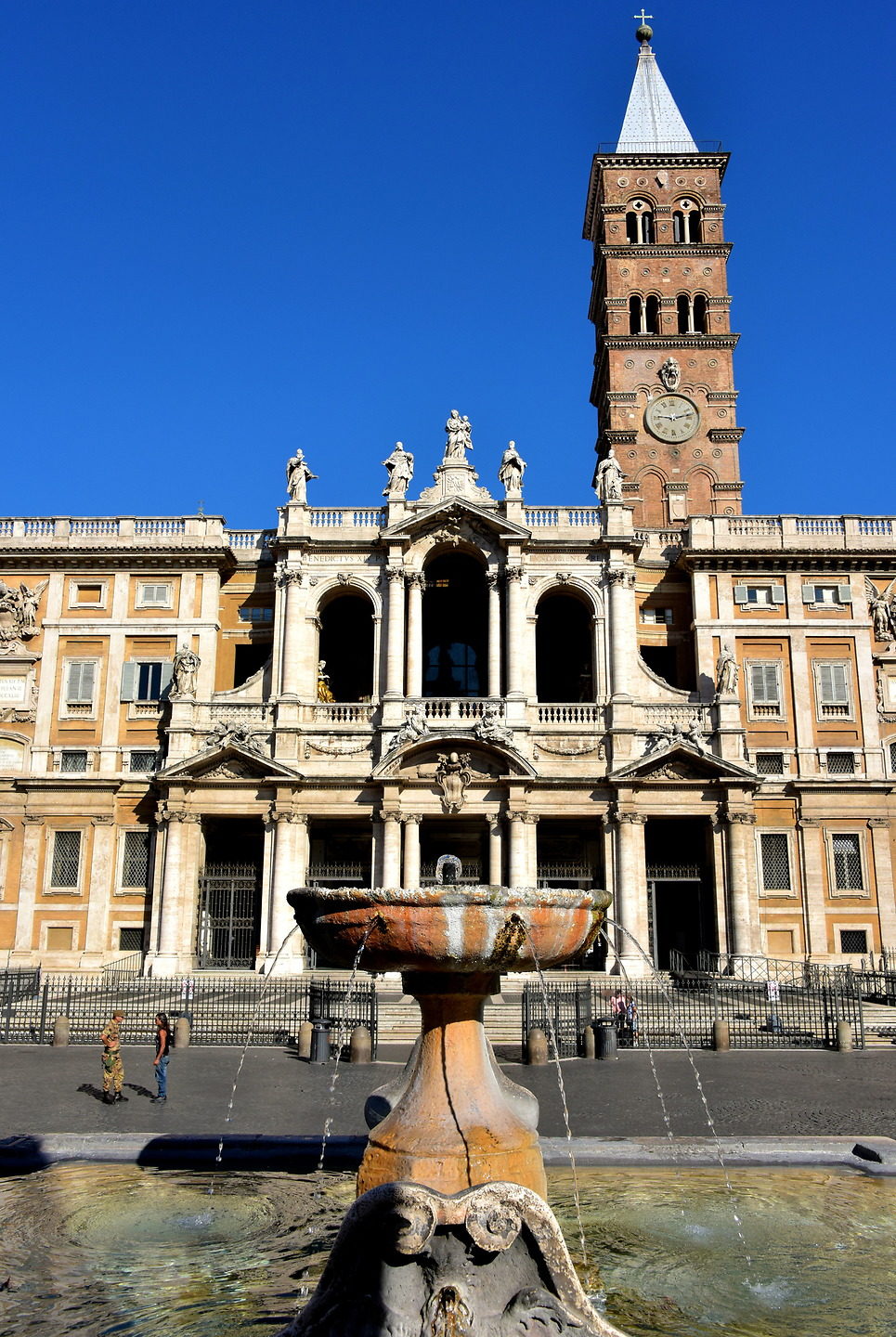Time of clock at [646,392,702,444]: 9:12
